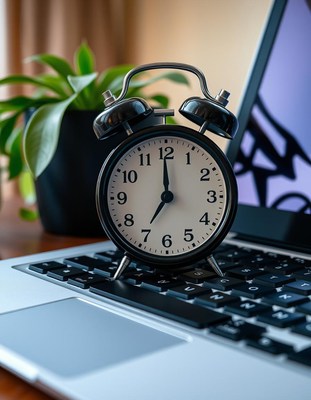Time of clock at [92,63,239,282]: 7:00
